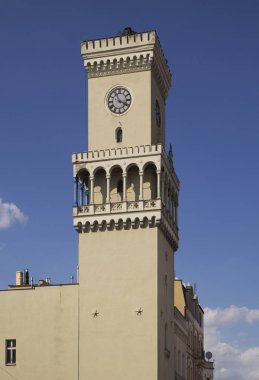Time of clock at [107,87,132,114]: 3:55
